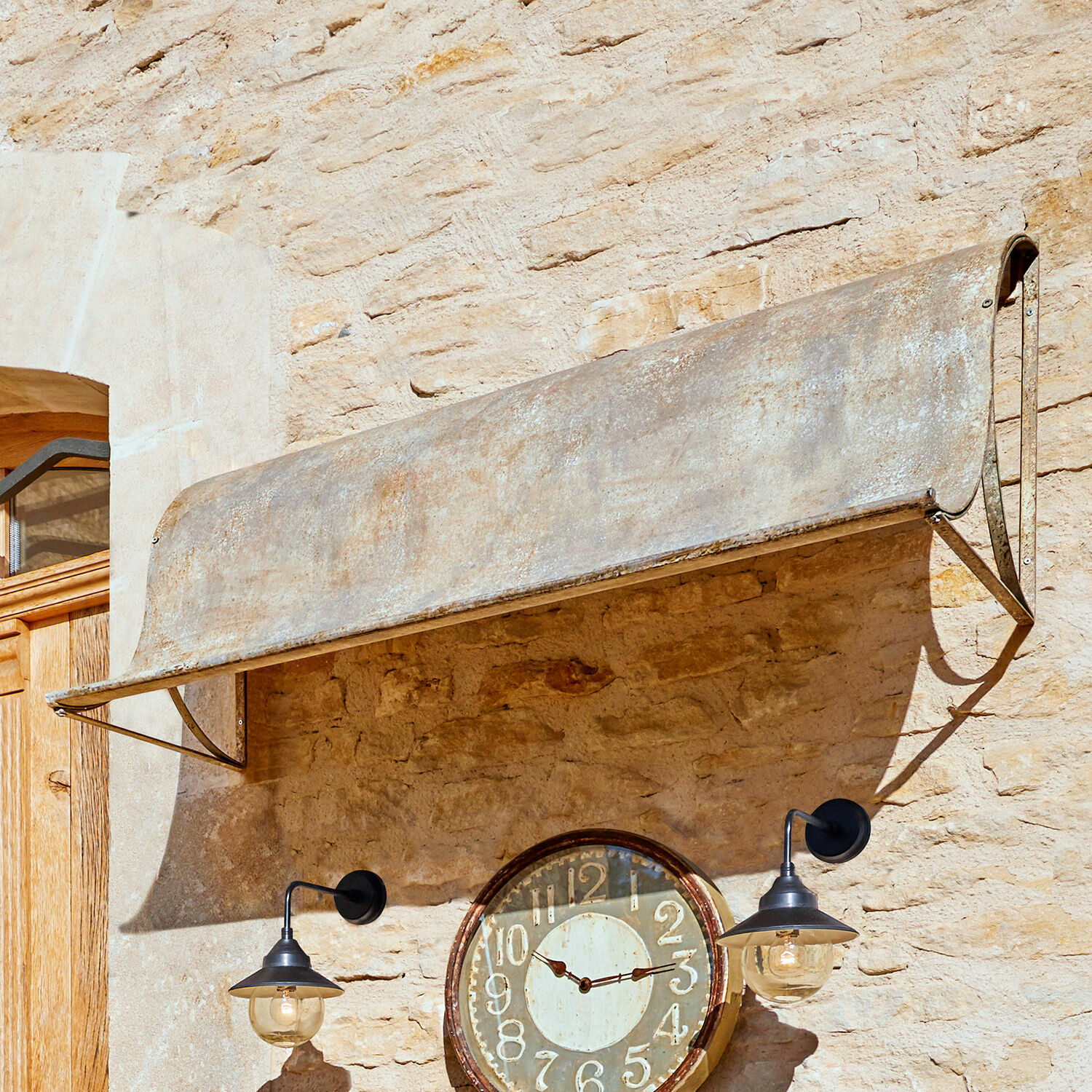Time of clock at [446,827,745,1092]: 10:13
